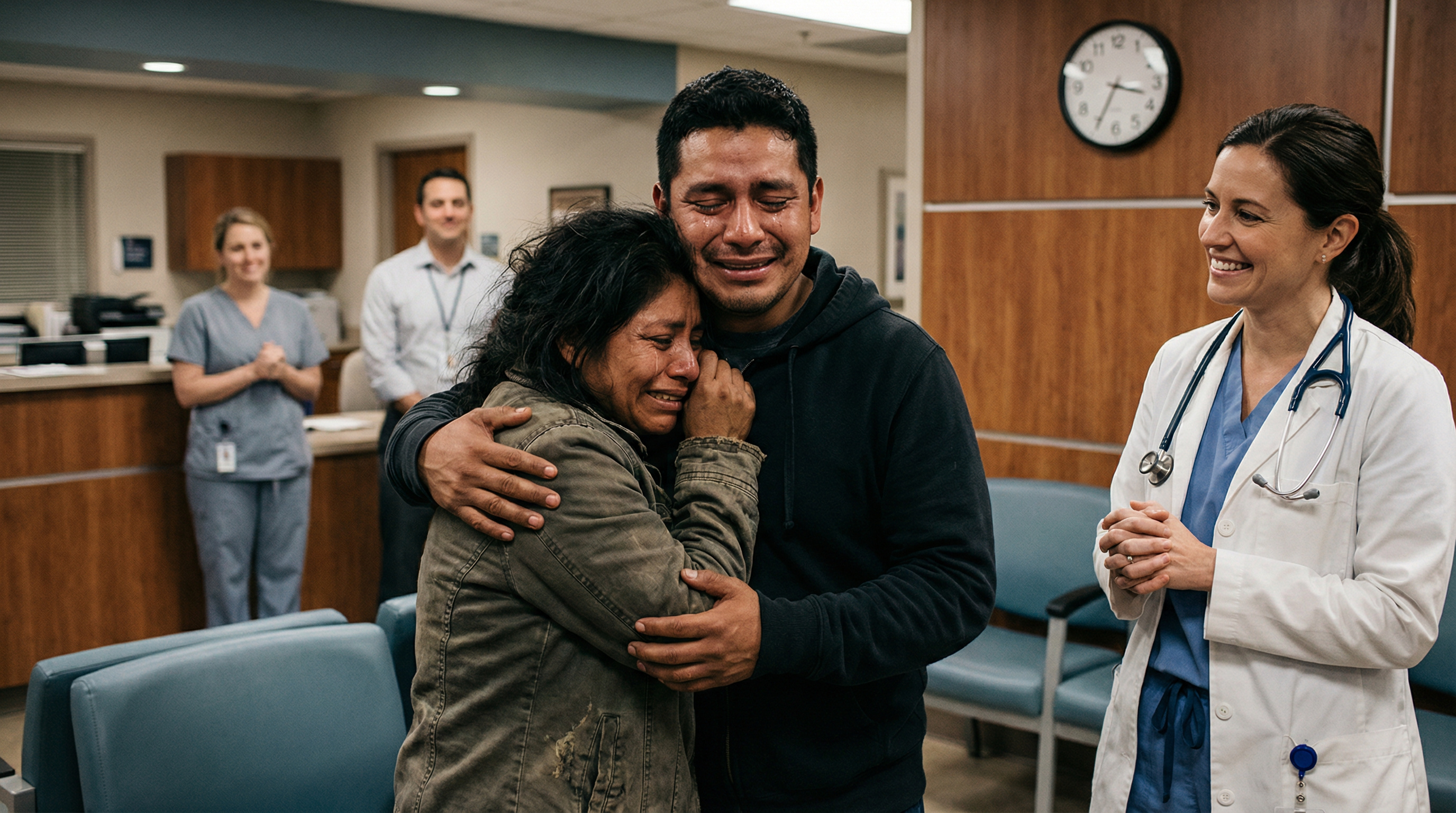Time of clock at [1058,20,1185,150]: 3:34
